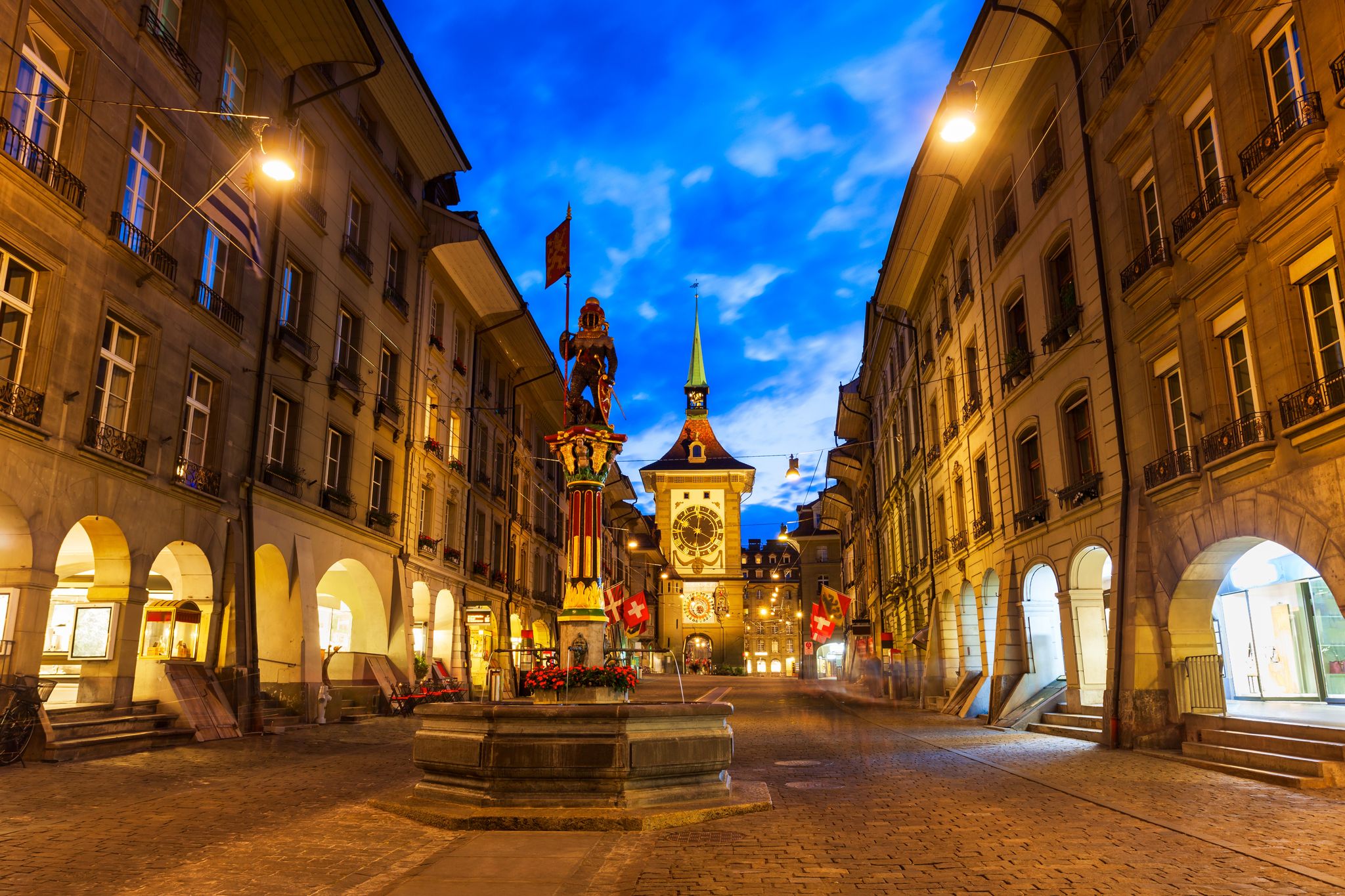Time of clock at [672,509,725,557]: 10:01
